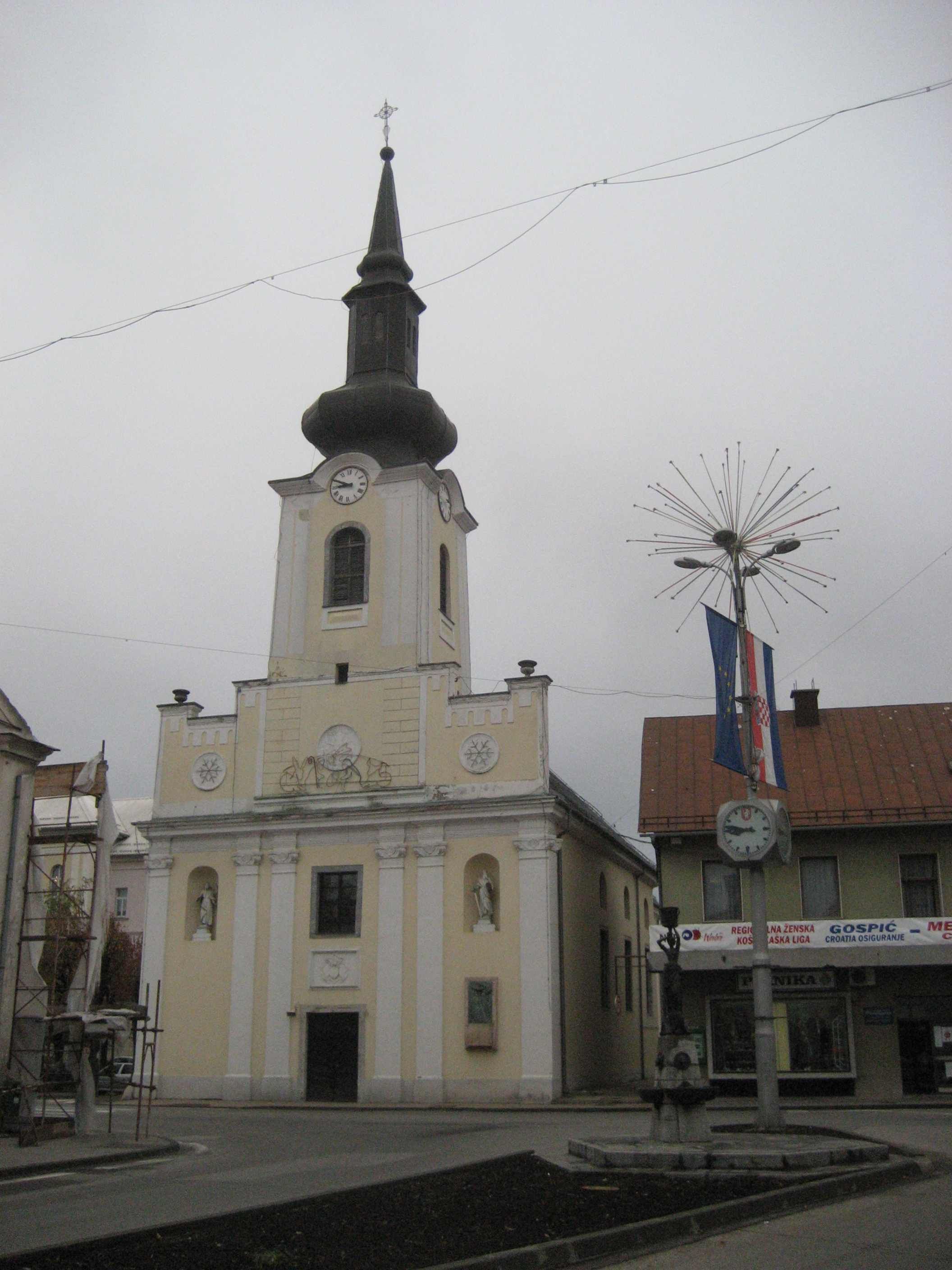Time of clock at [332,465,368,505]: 8:49
